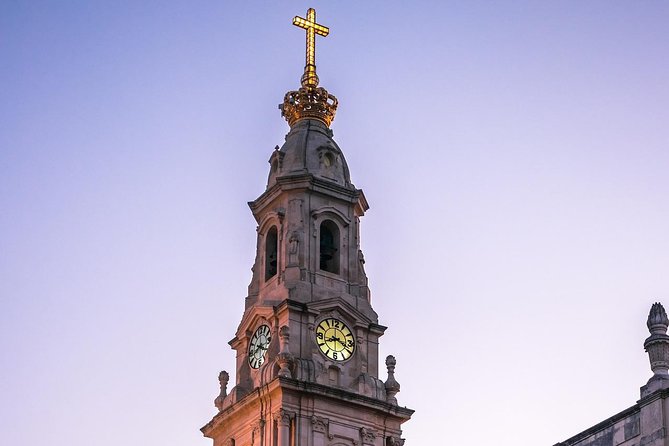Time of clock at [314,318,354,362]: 8:18
